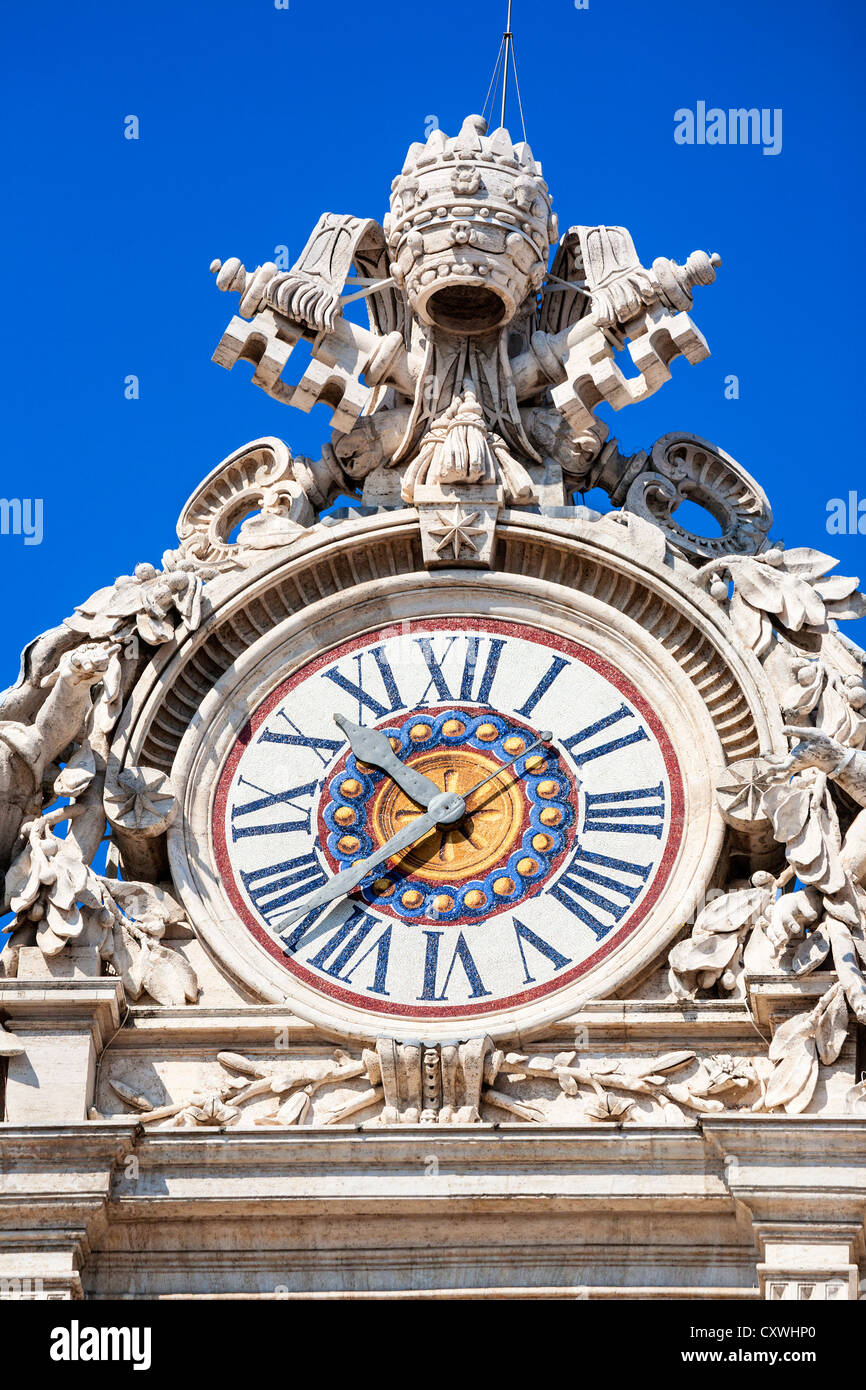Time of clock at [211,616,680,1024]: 10:37
